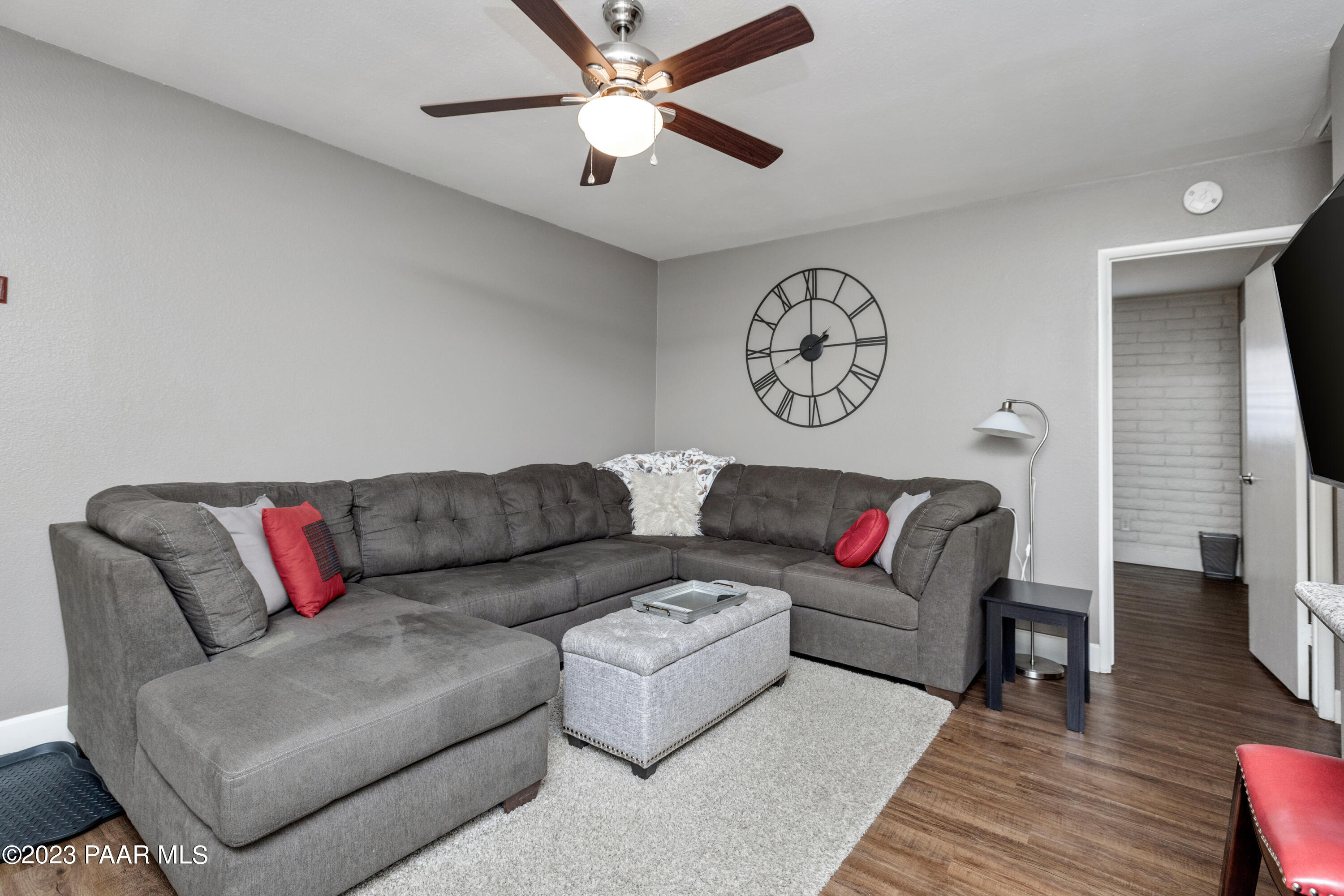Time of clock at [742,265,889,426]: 2:00
